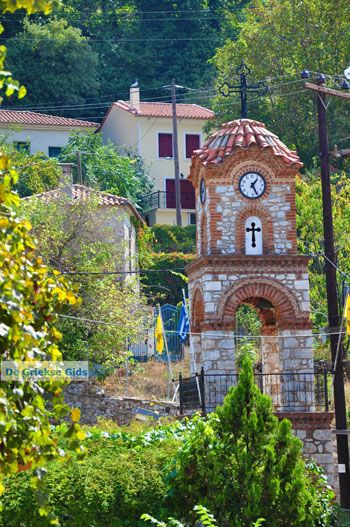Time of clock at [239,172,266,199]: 1:26
